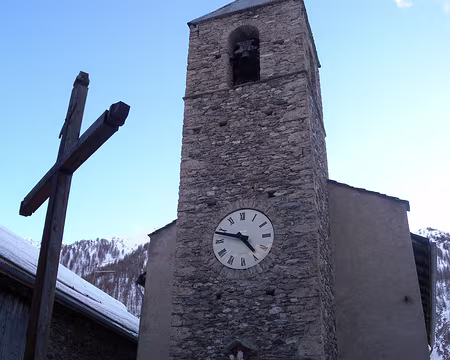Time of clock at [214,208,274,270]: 4:47
